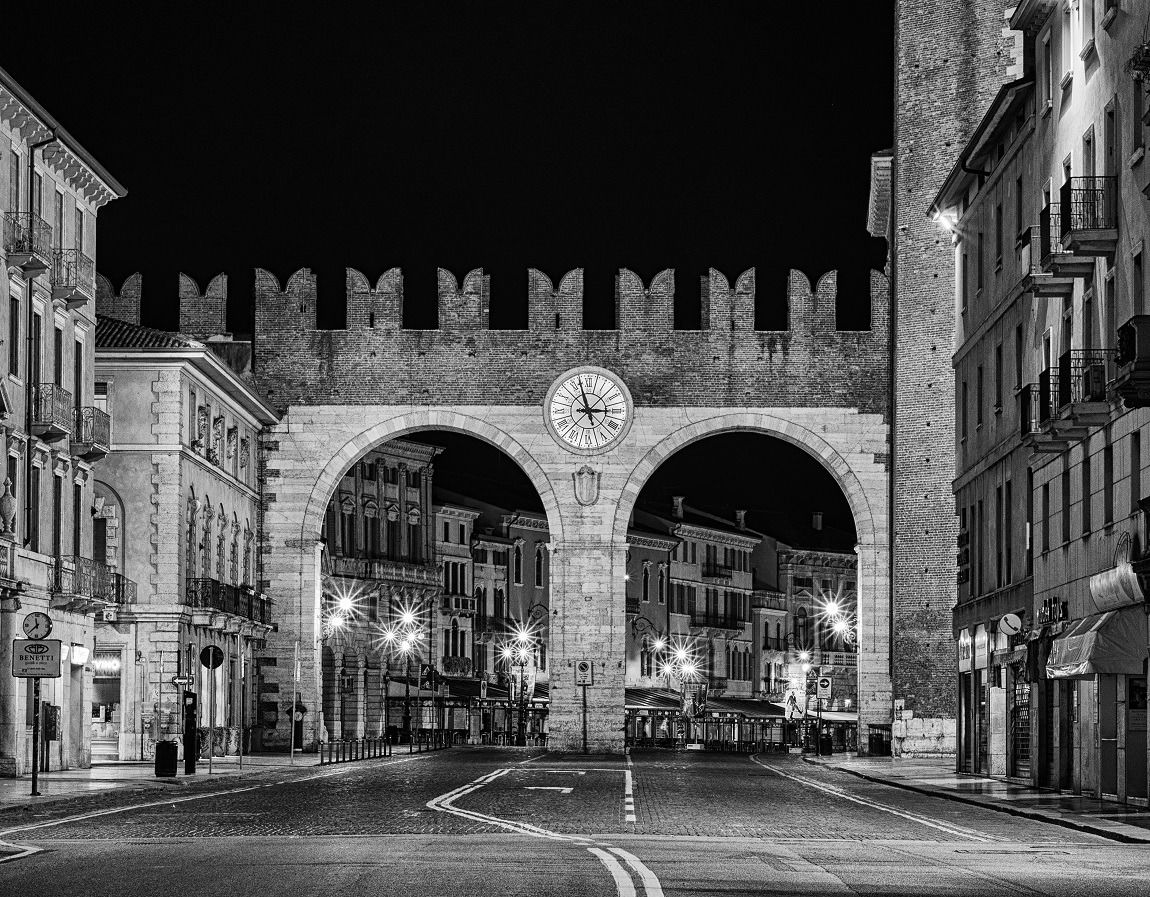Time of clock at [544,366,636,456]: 2:57
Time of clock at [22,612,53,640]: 11:37
